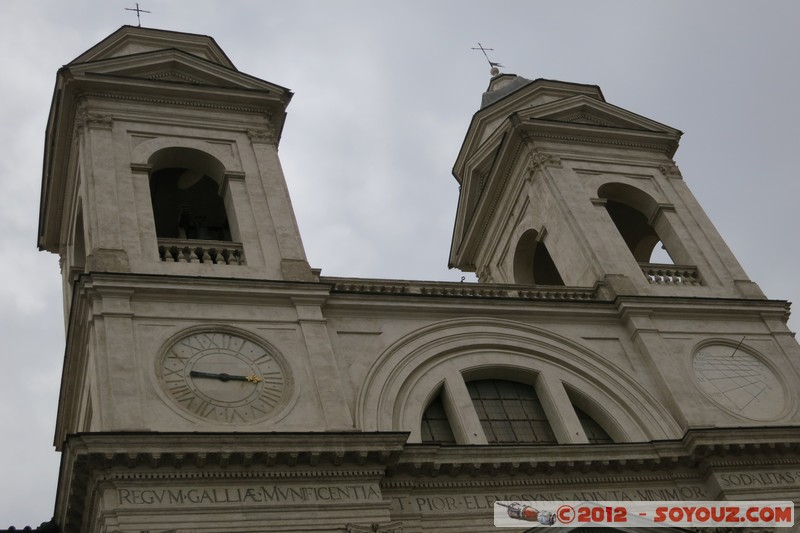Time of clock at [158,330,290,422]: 9:16
